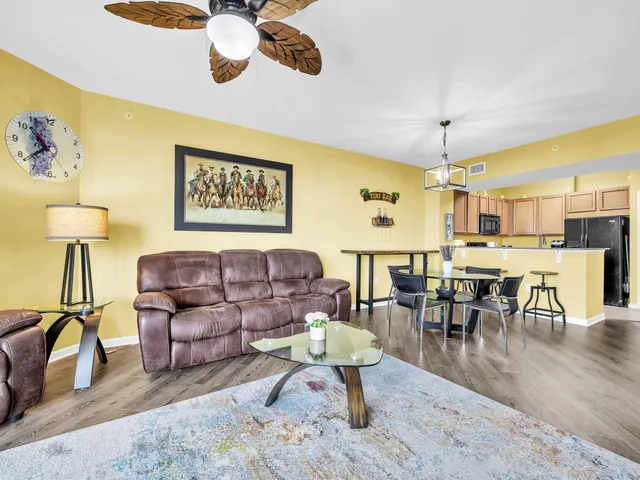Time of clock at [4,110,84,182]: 10:38
